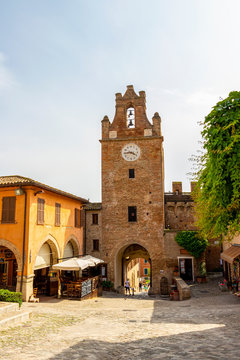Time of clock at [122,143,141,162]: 3:44
